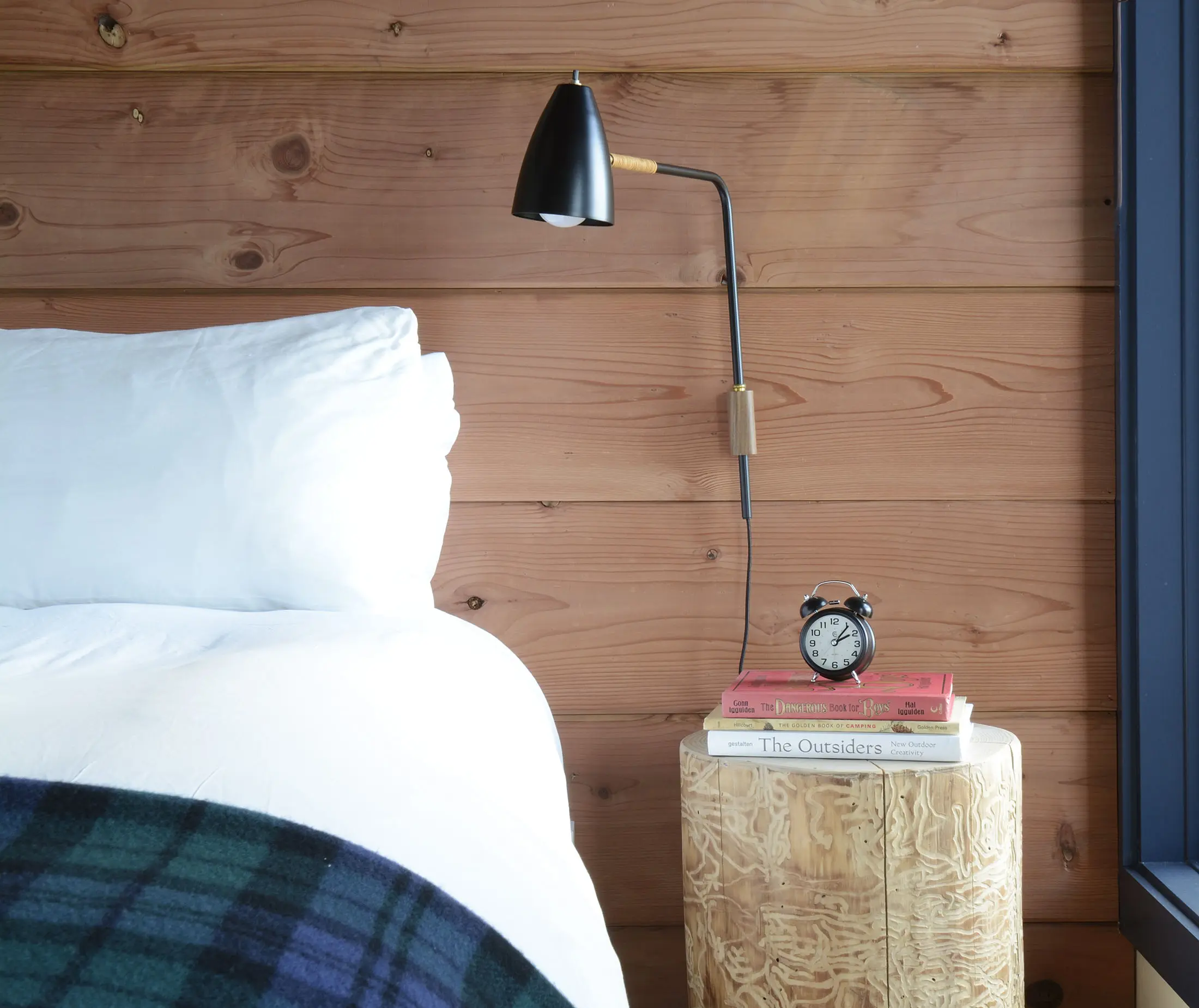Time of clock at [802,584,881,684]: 2:06
